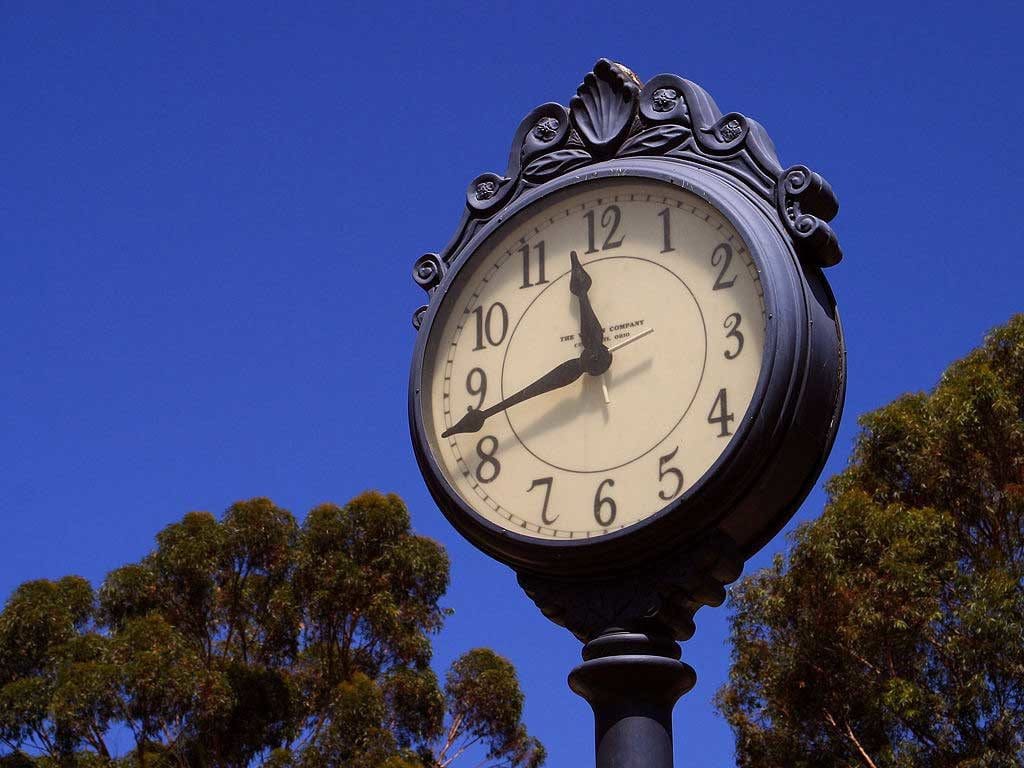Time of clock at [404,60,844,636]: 11:42
